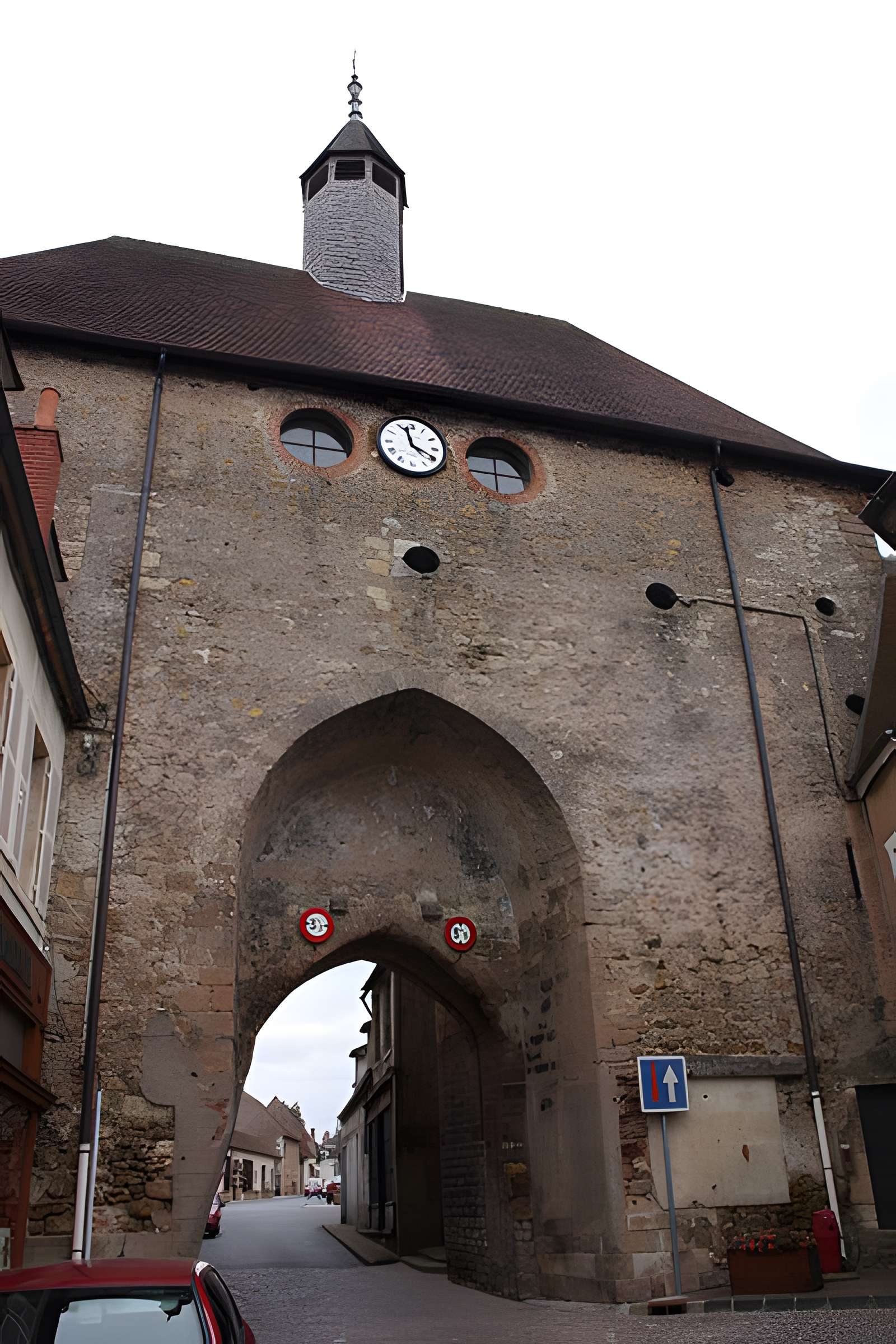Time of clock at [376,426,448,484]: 3:57
